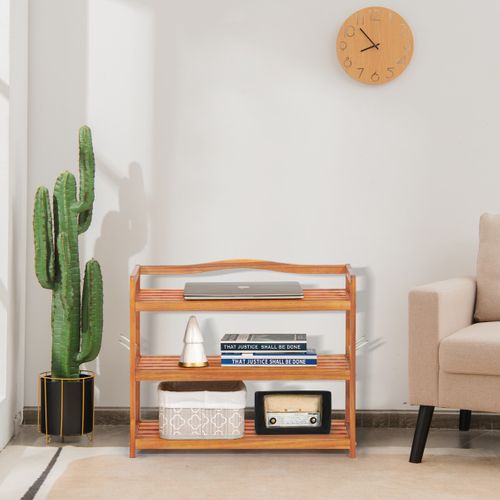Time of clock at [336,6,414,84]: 8:53
